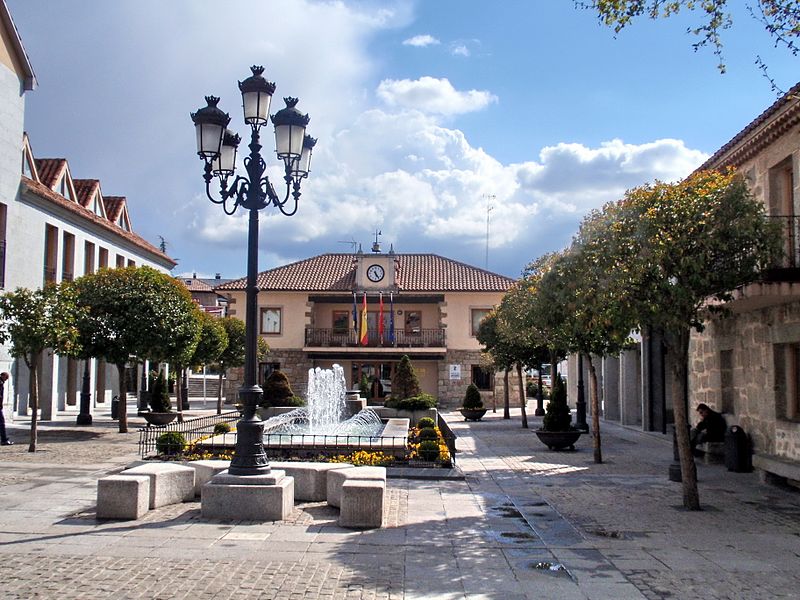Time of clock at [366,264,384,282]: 11:24
